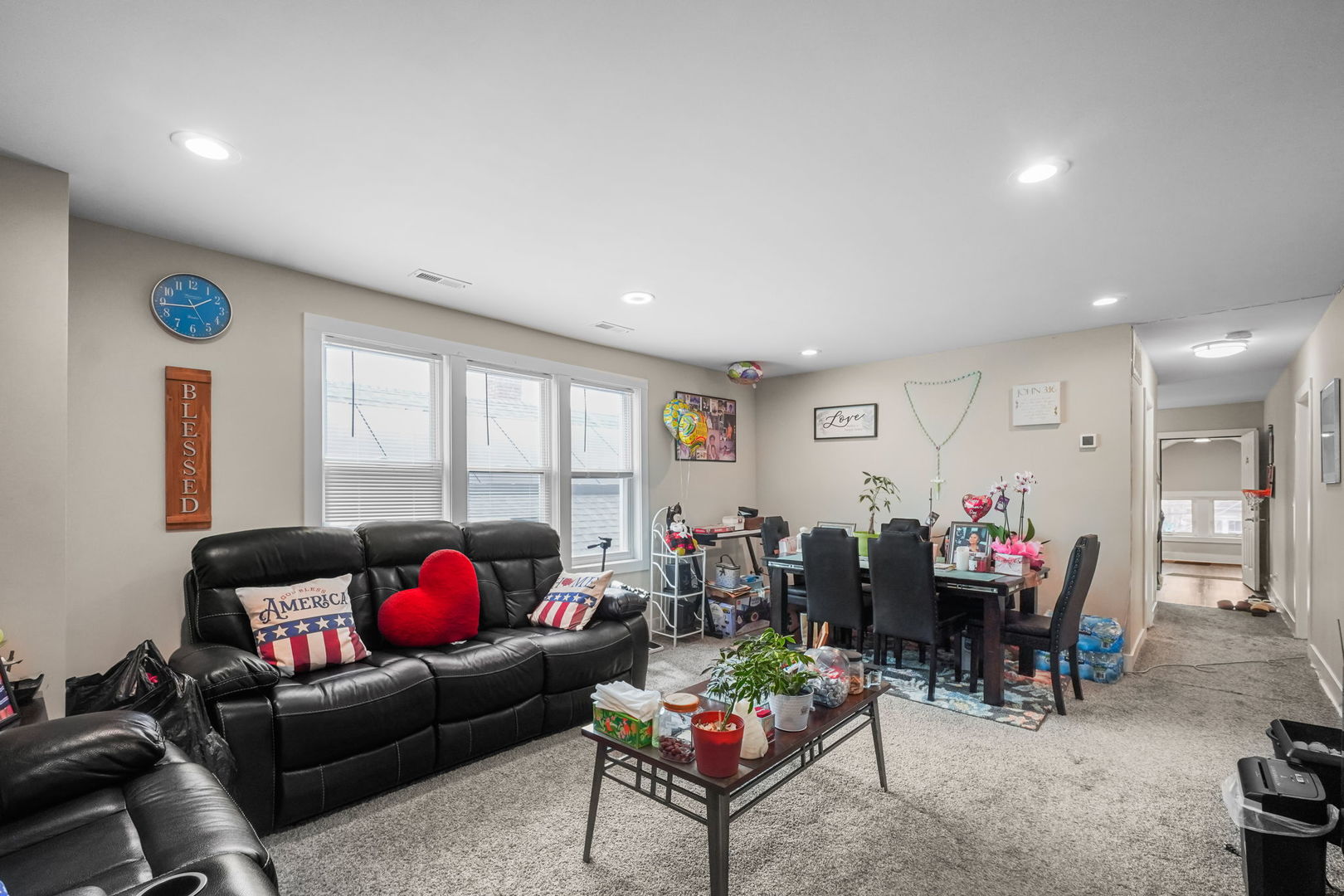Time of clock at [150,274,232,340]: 1:44
